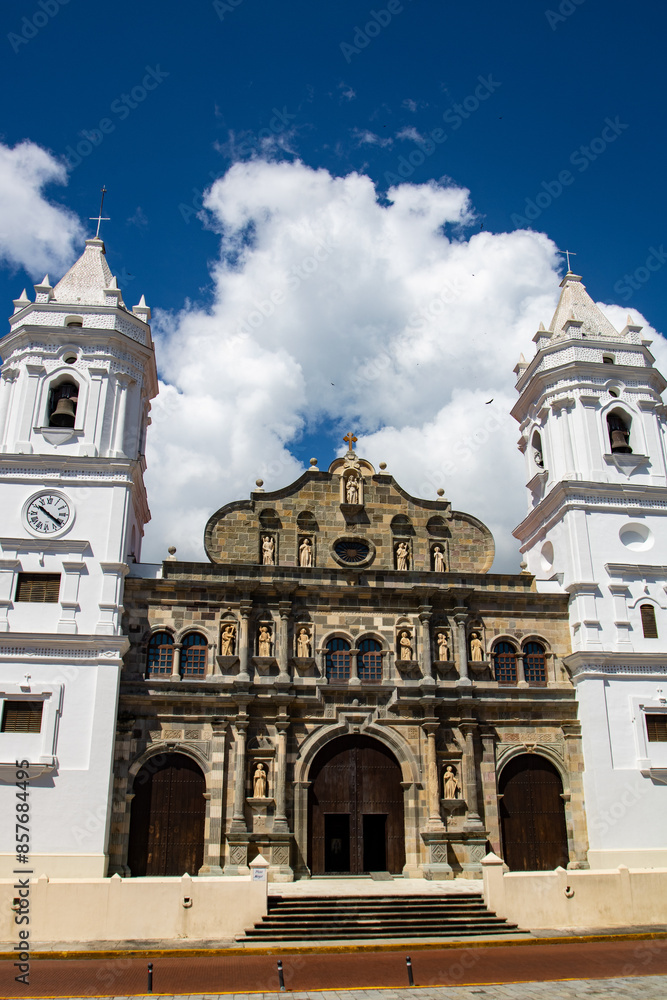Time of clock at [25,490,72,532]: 10:20
